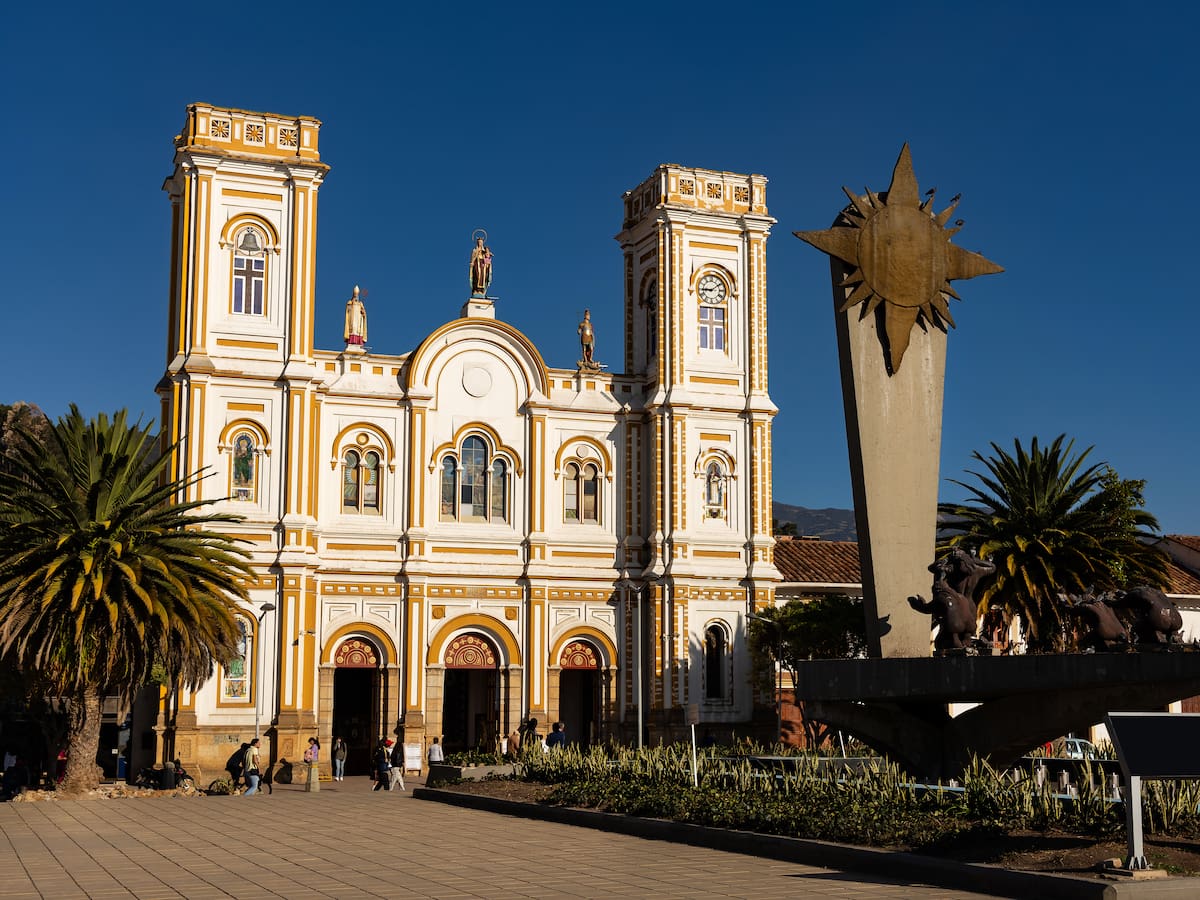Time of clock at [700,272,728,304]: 9:09
